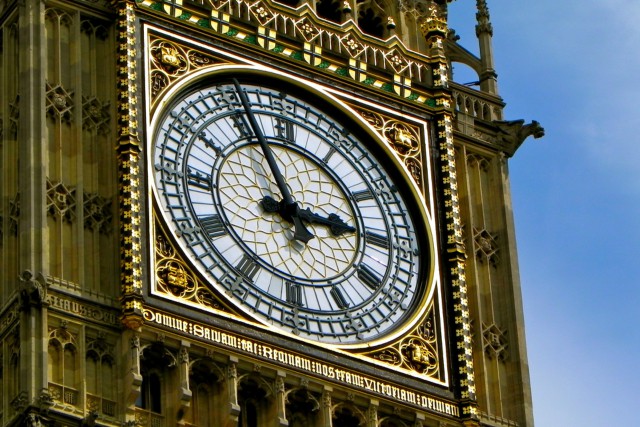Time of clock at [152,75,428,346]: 2:56
